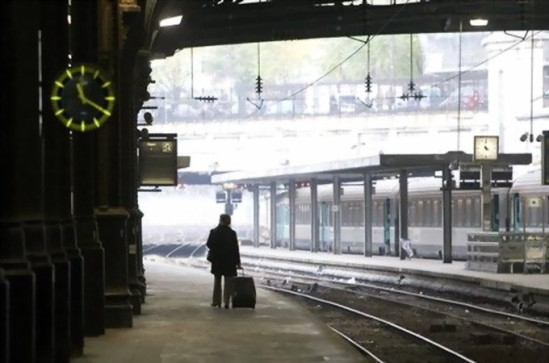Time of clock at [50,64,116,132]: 11:19
